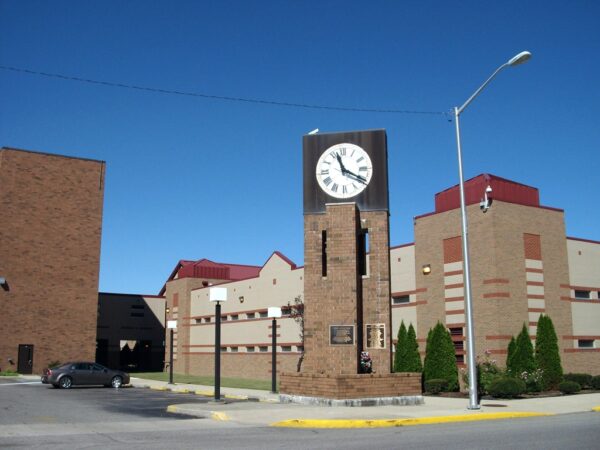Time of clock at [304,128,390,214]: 11:19
